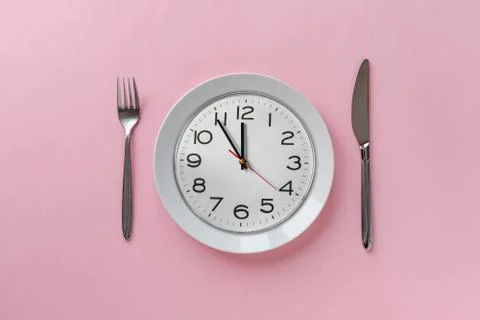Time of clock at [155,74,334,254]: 11:54
